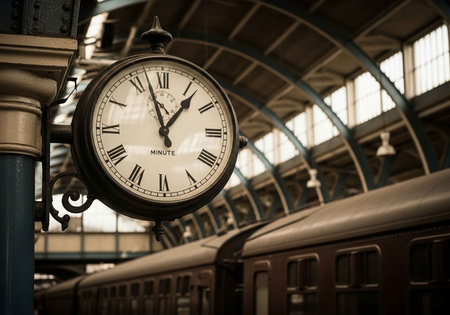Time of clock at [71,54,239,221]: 12:57
